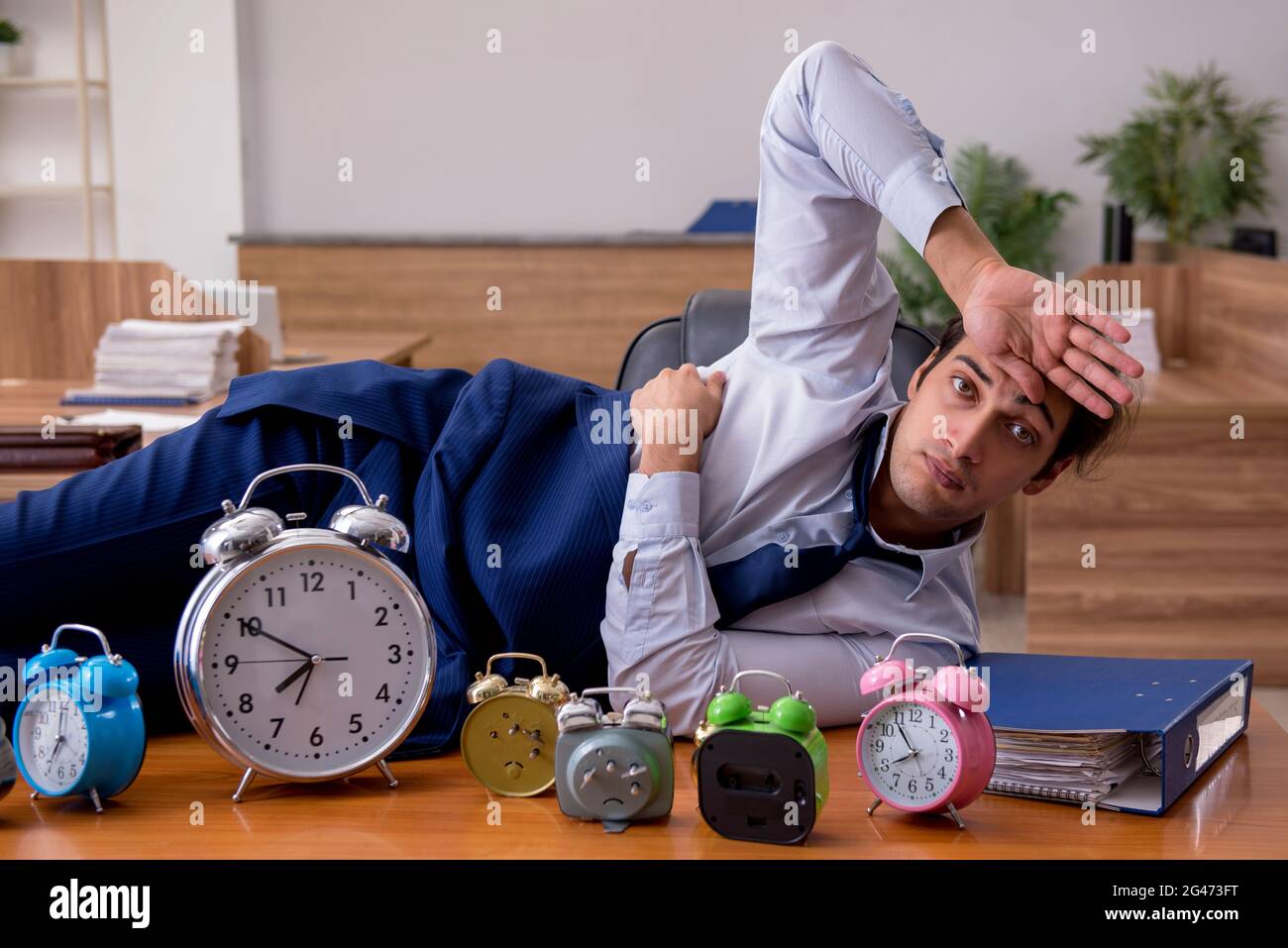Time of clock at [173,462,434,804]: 7:50
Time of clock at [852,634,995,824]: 7:54
